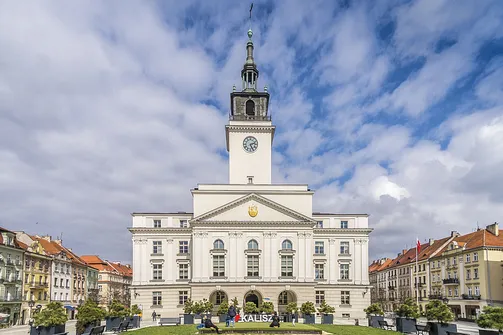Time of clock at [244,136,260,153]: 2:25
